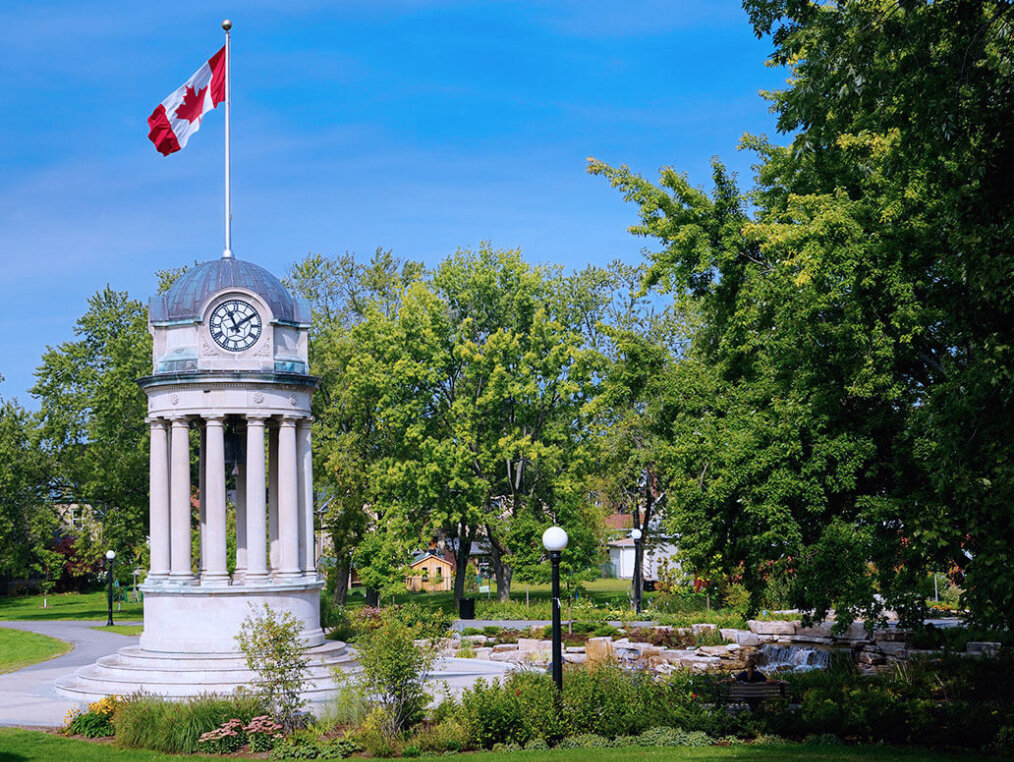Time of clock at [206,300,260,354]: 11:09
